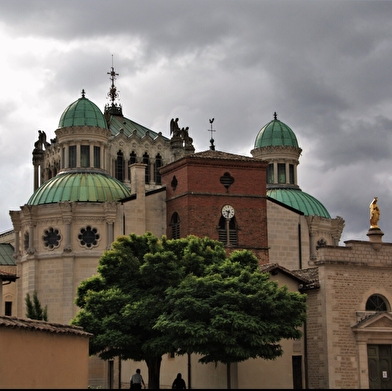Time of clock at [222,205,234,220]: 9:33
